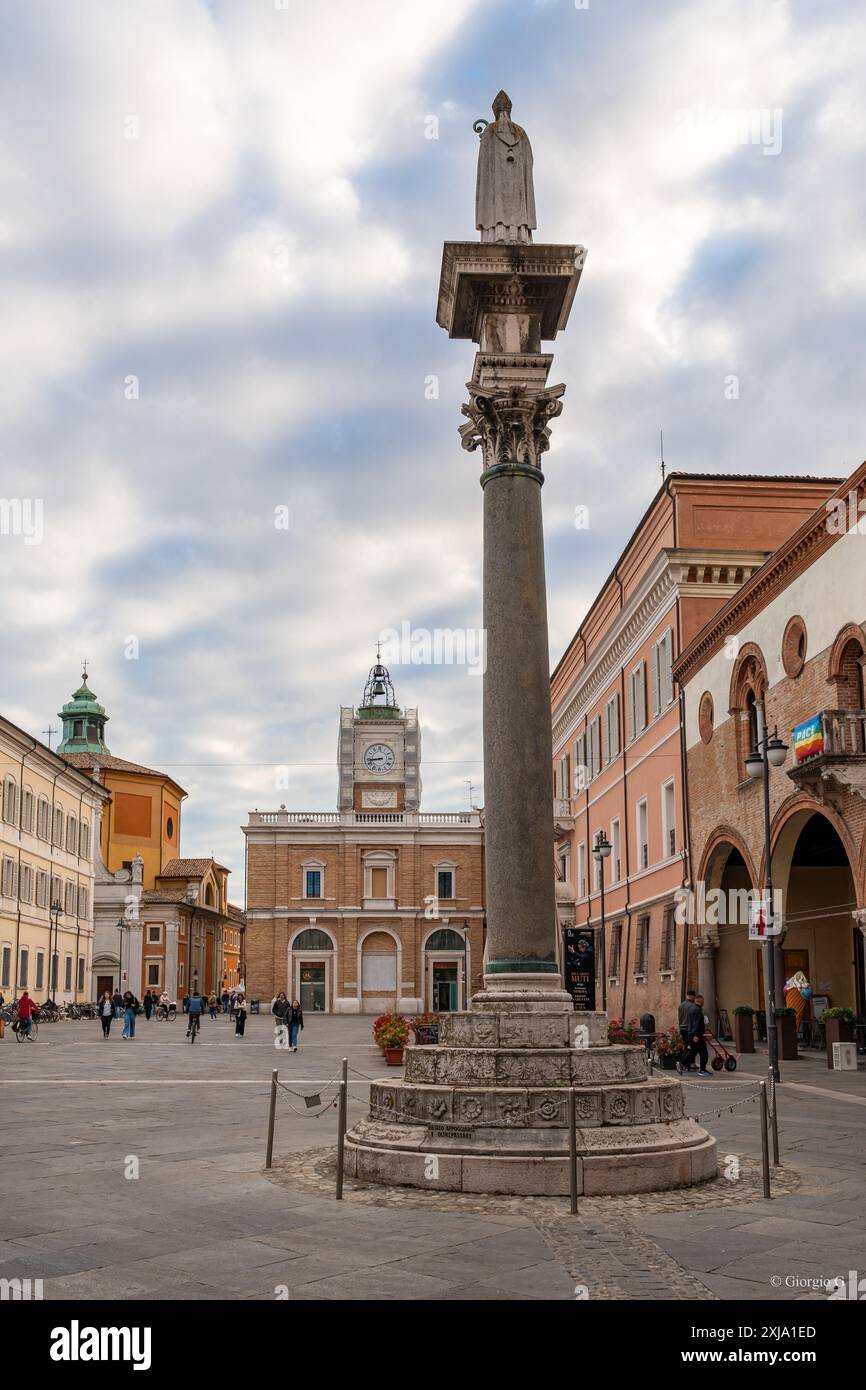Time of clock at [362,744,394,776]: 8:43
